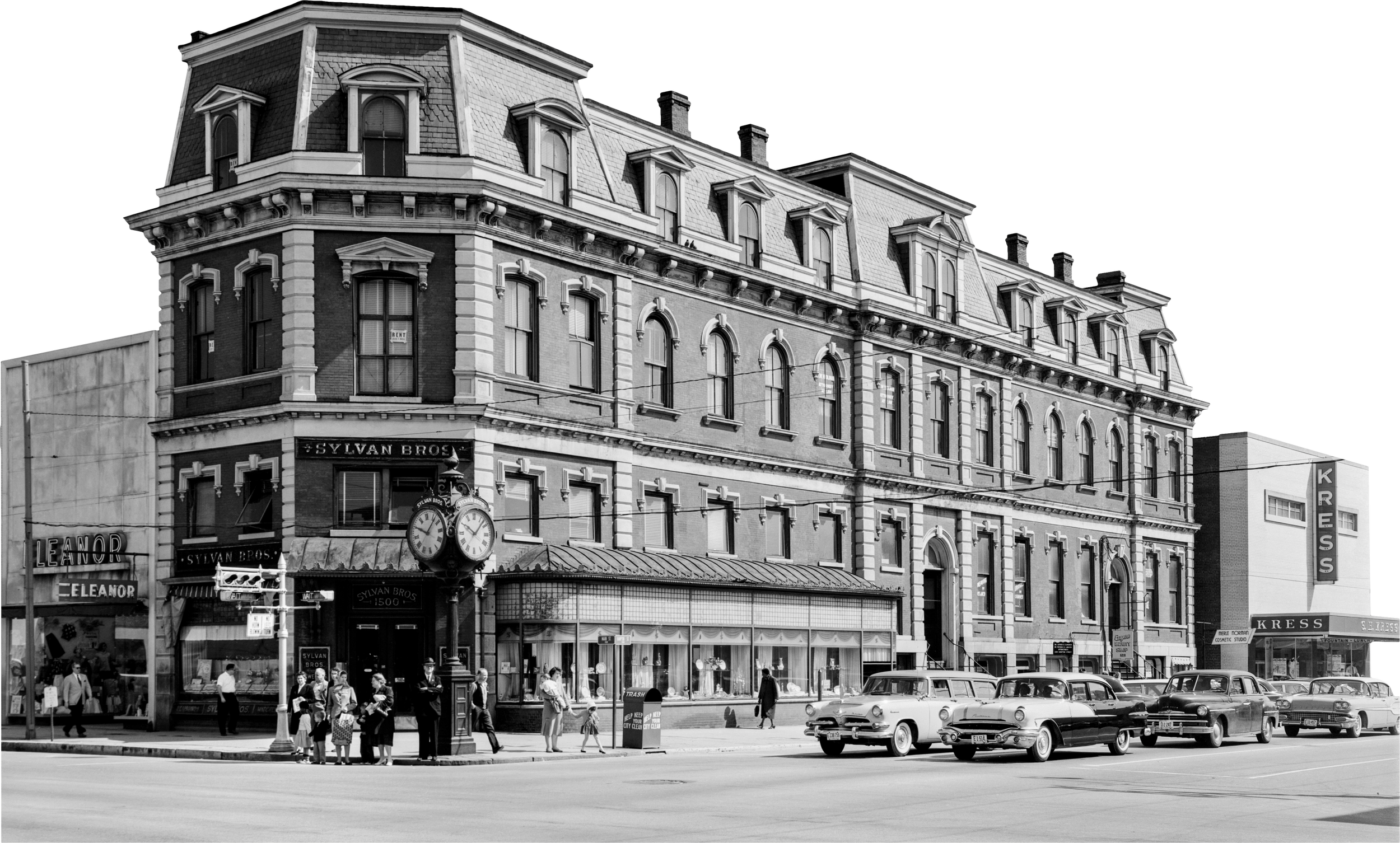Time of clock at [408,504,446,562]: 10:07
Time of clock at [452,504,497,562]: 10:07
